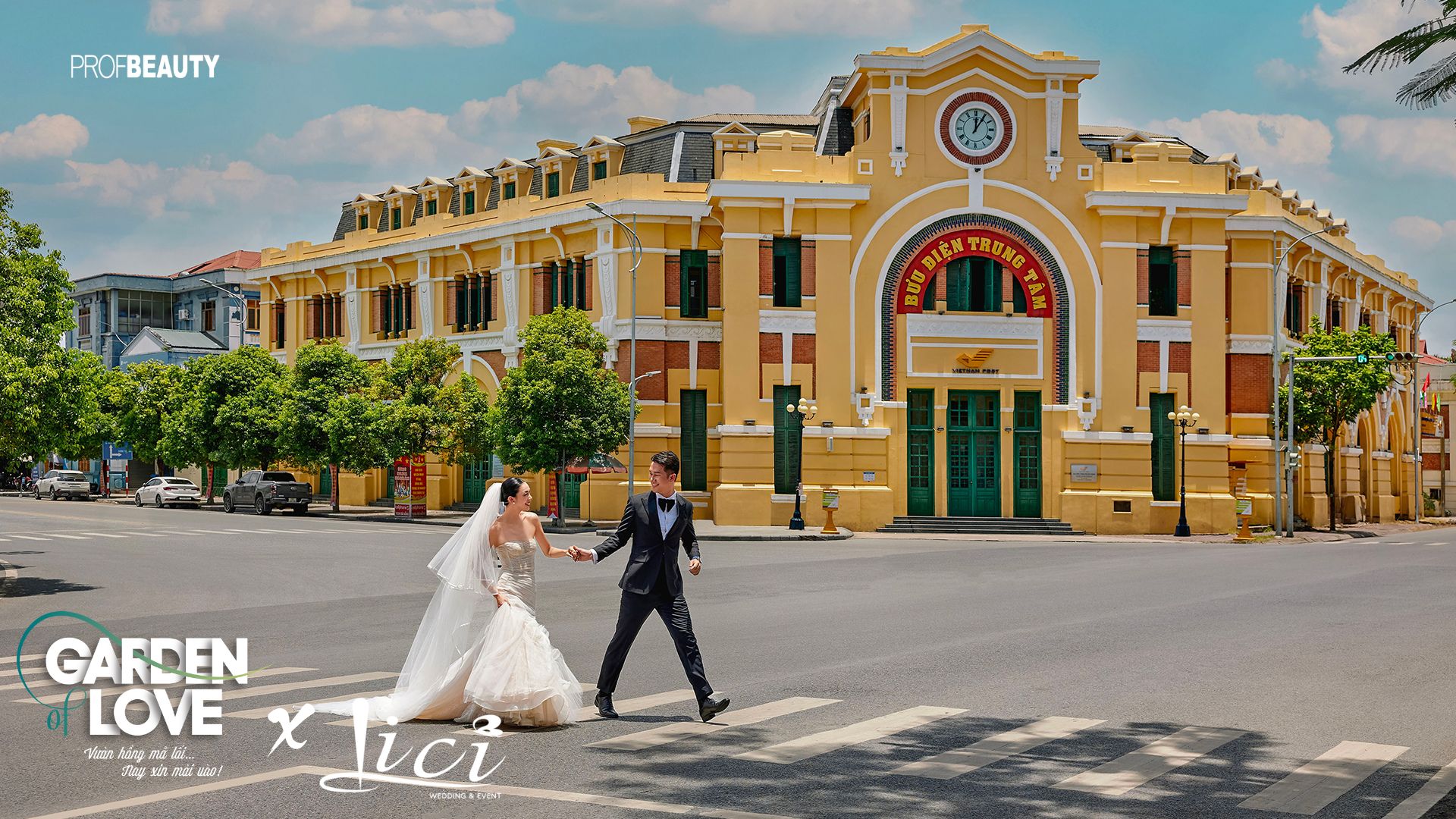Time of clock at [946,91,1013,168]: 12:05
